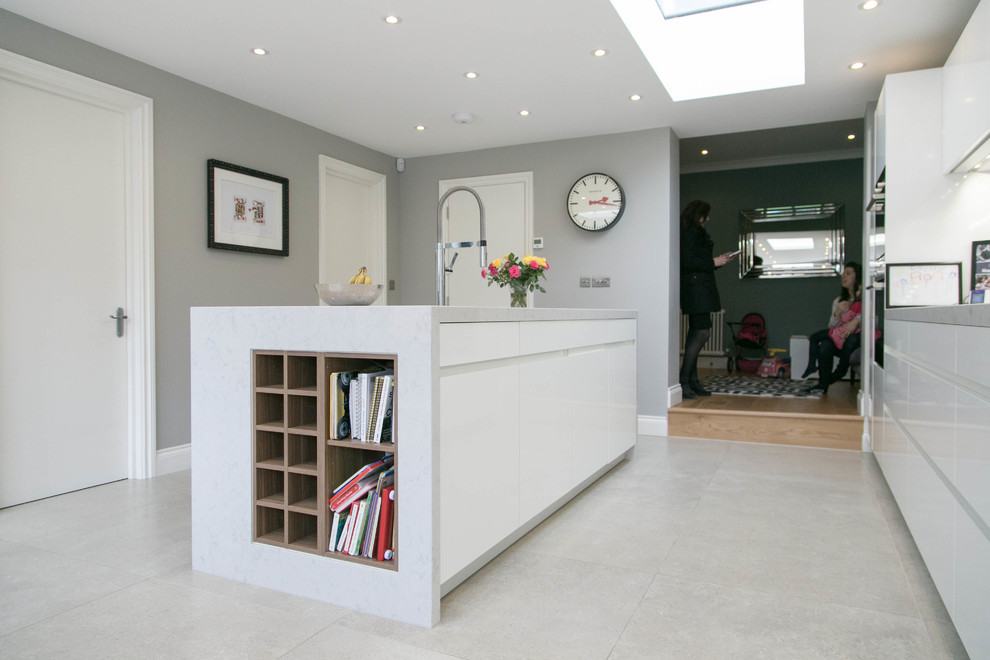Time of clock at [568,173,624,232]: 2:16
